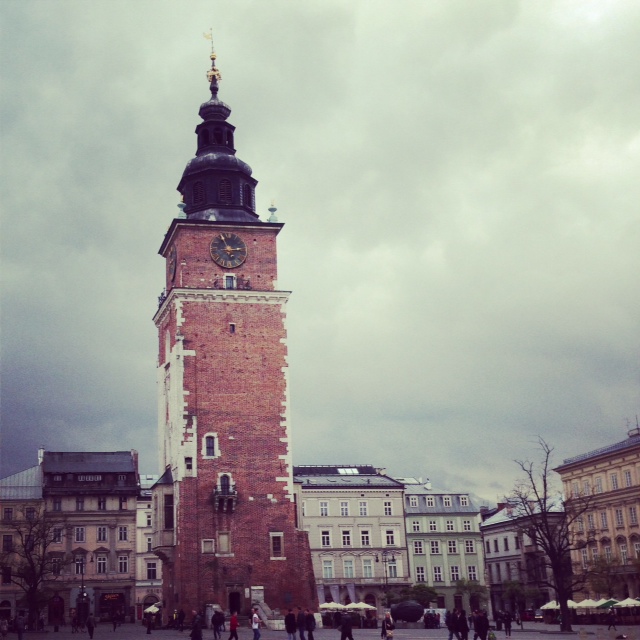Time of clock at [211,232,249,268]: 2:56
